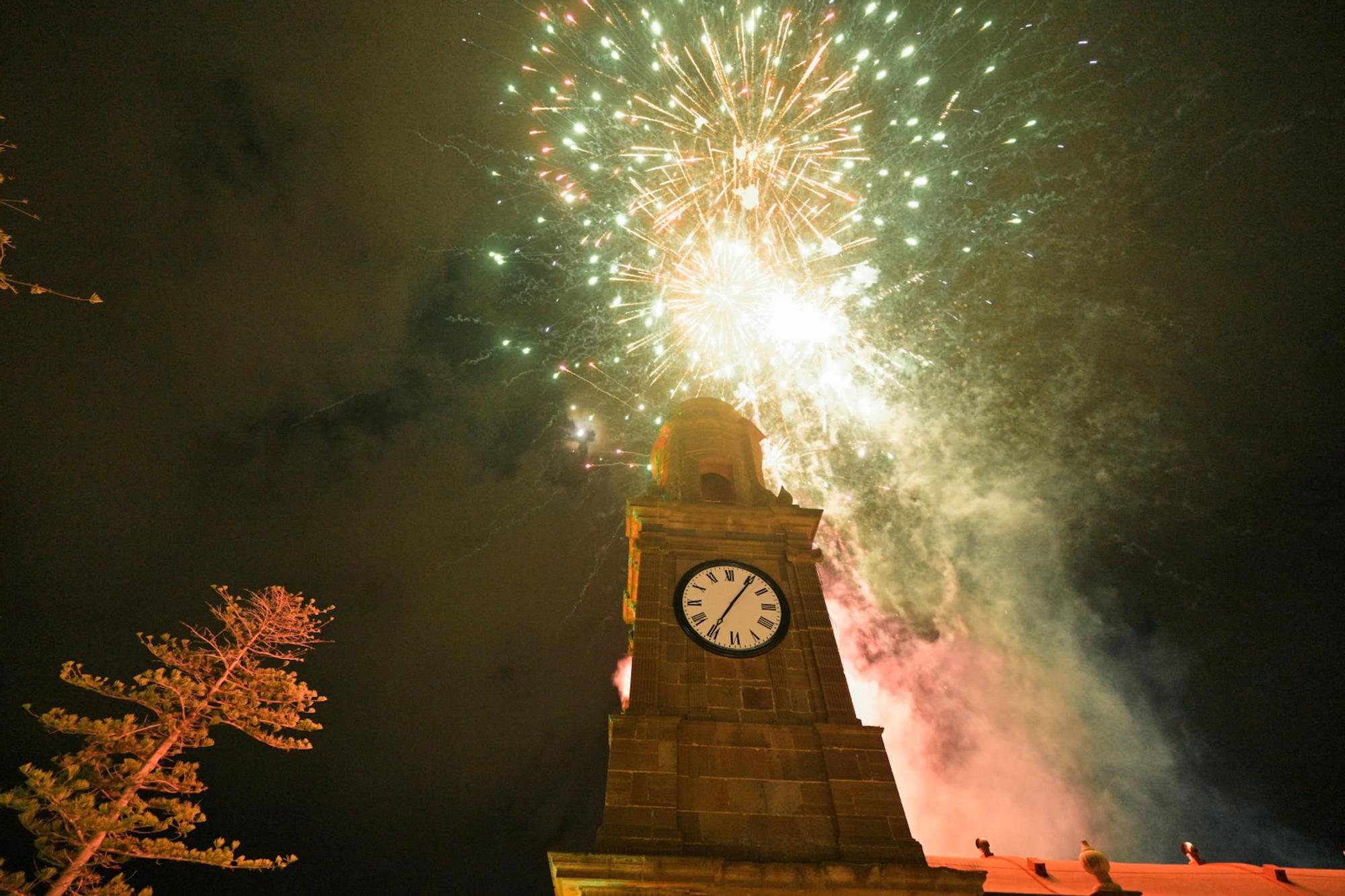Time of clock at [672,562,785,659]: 7:06
